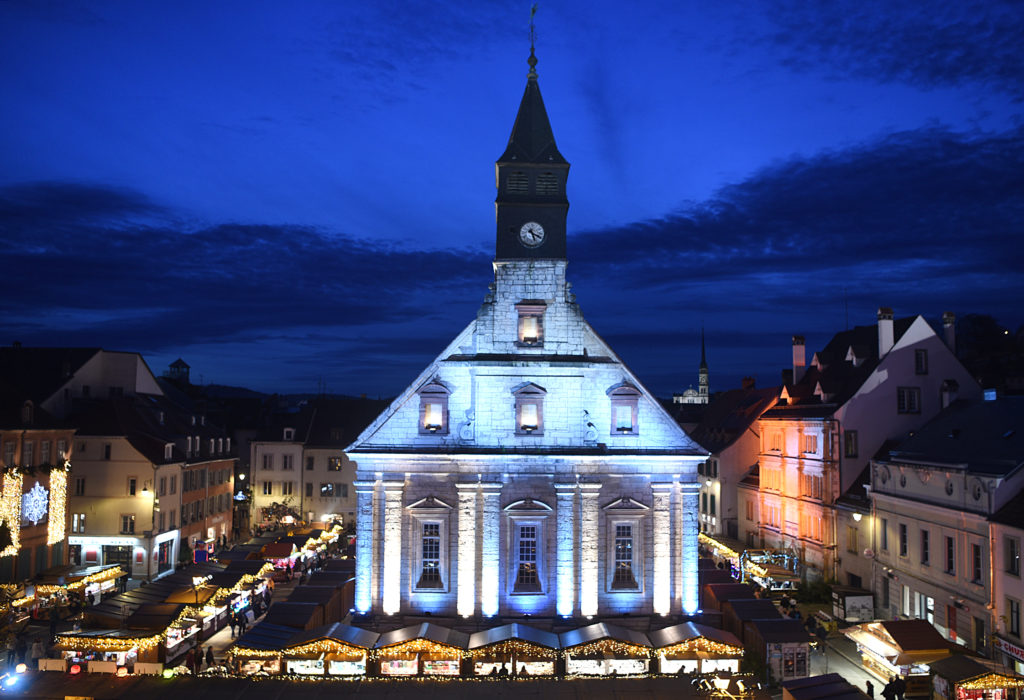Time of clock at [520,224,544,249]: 5:18
